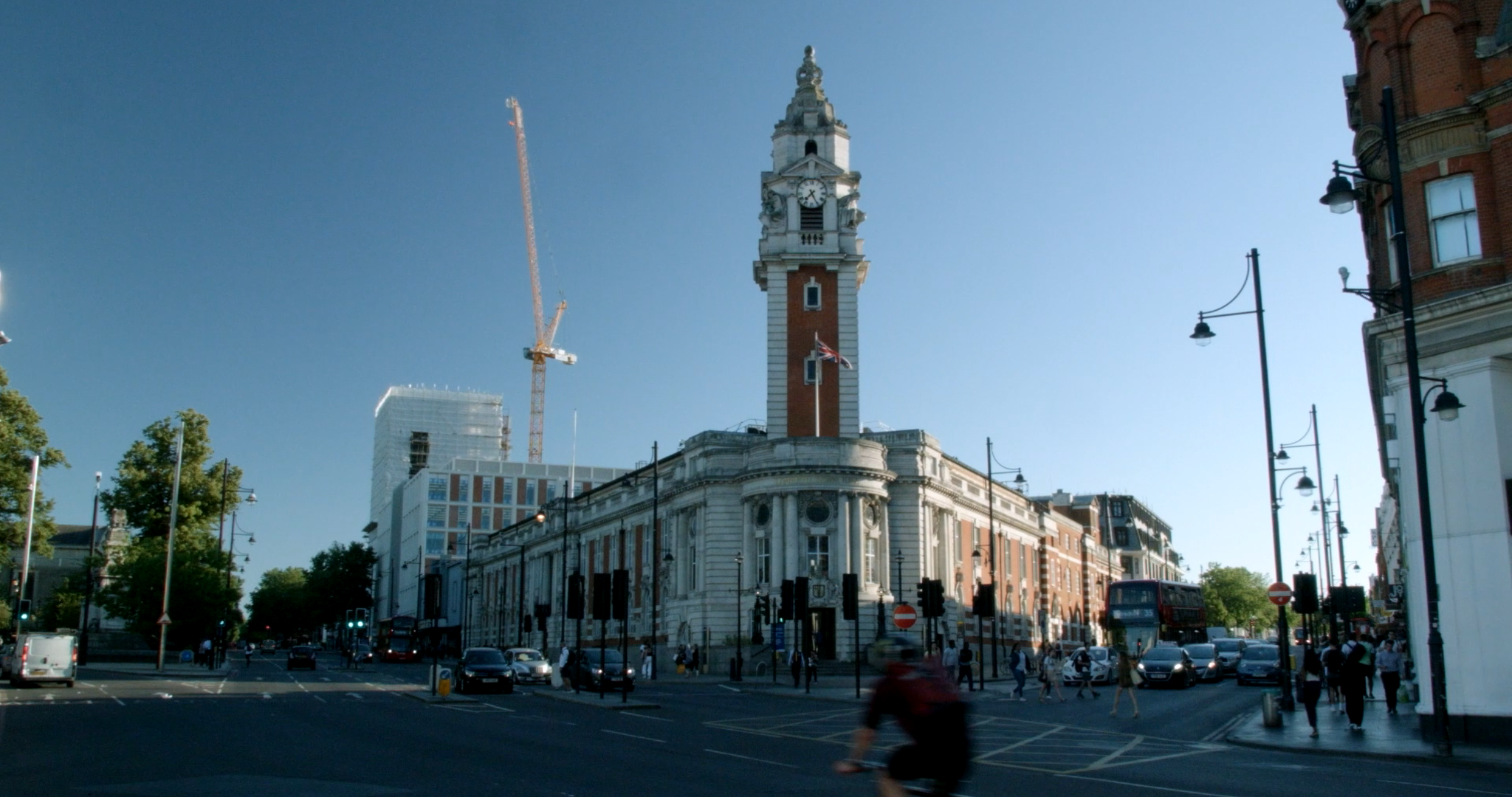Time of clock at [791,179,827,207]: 7:25
